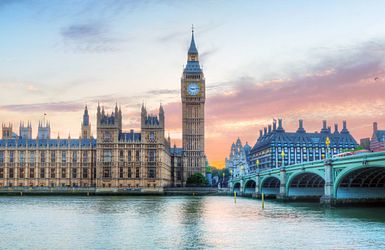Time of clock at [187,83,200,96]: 9:13
